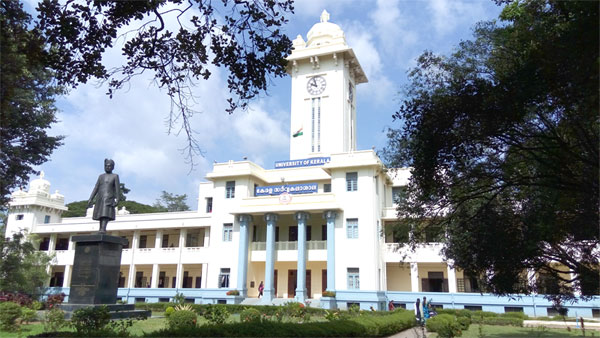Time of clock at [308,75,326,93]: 9:57
